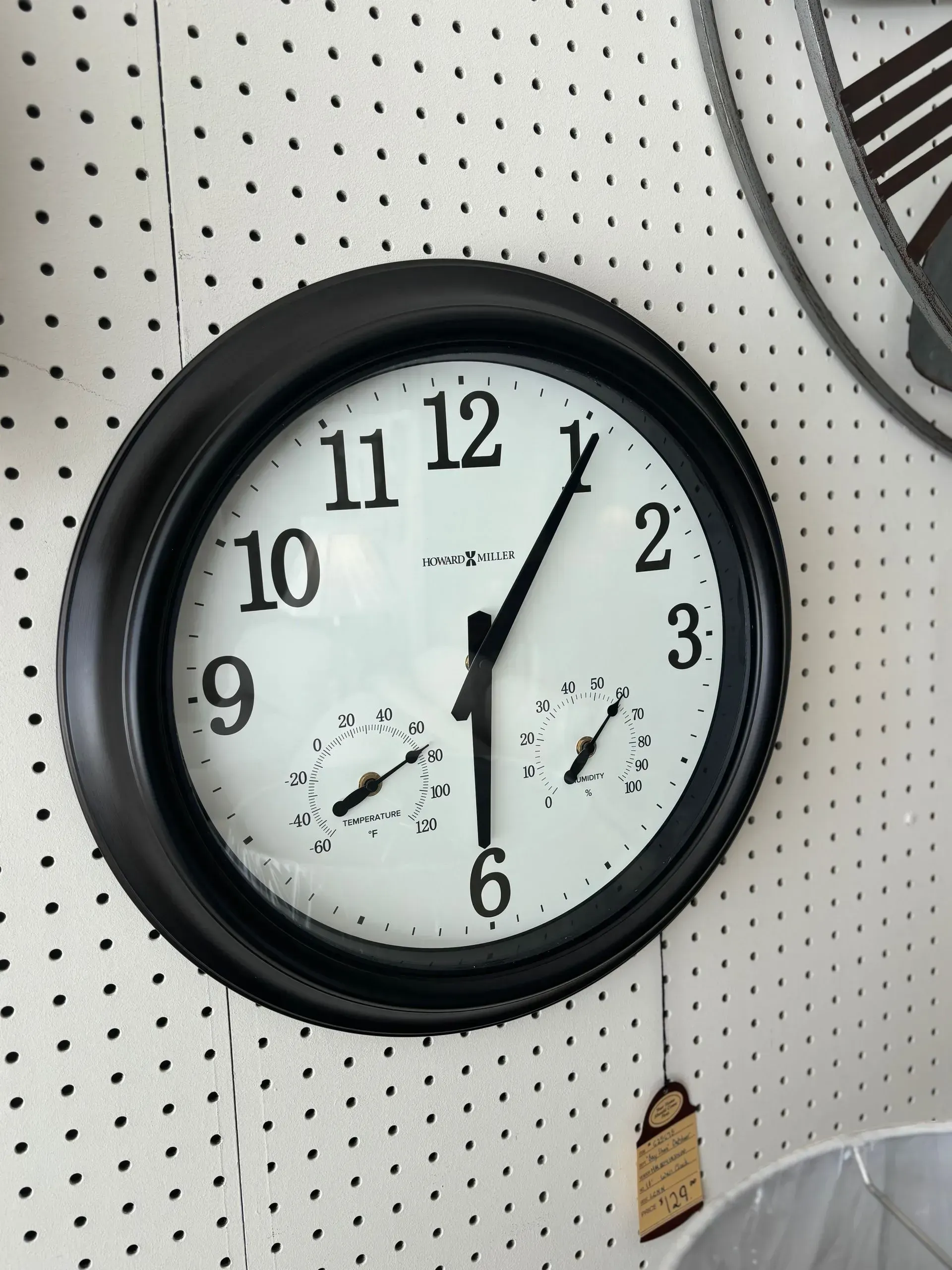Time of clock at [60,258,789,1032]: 6:05
